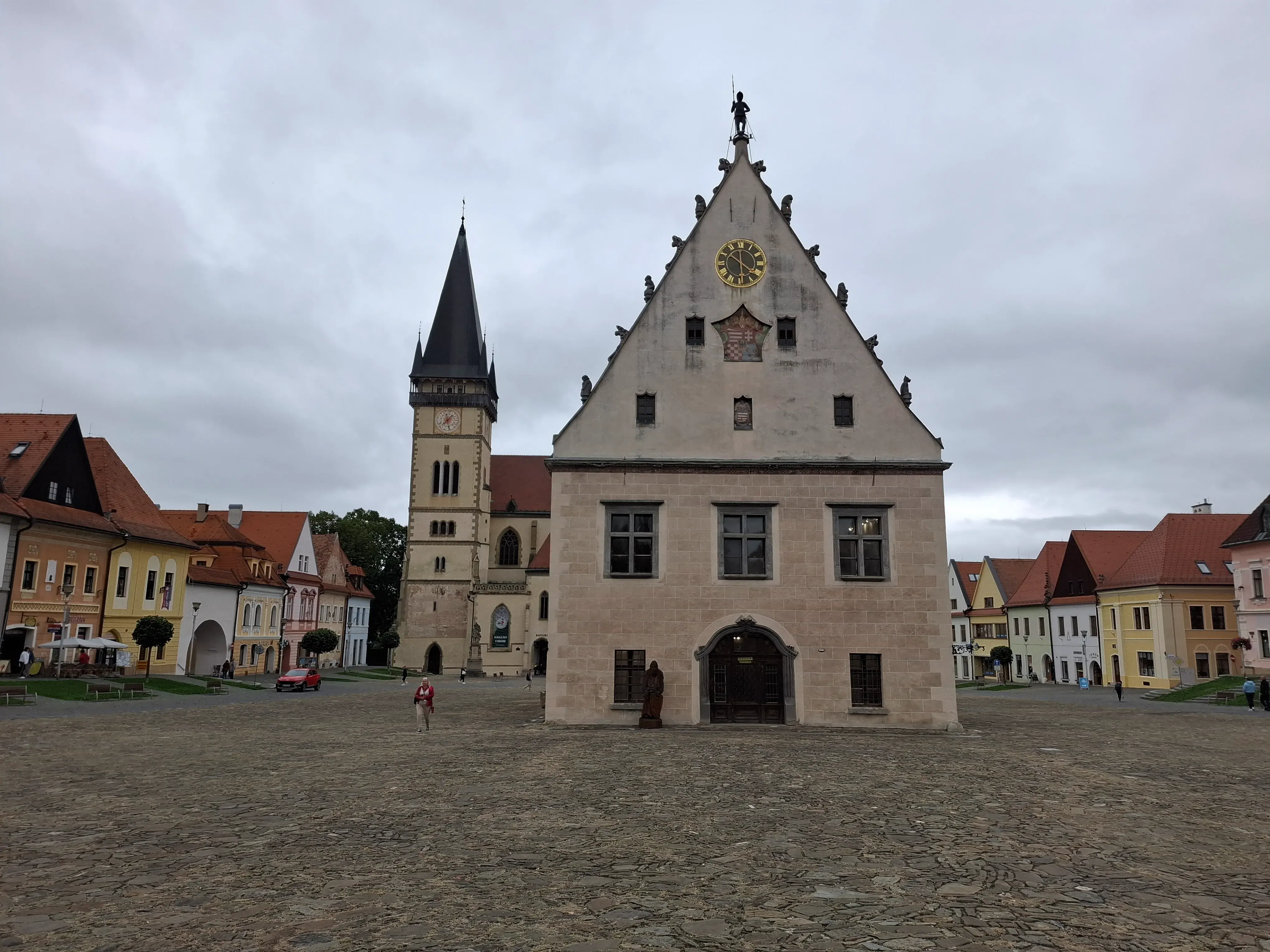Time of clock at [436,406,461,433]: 1:28
